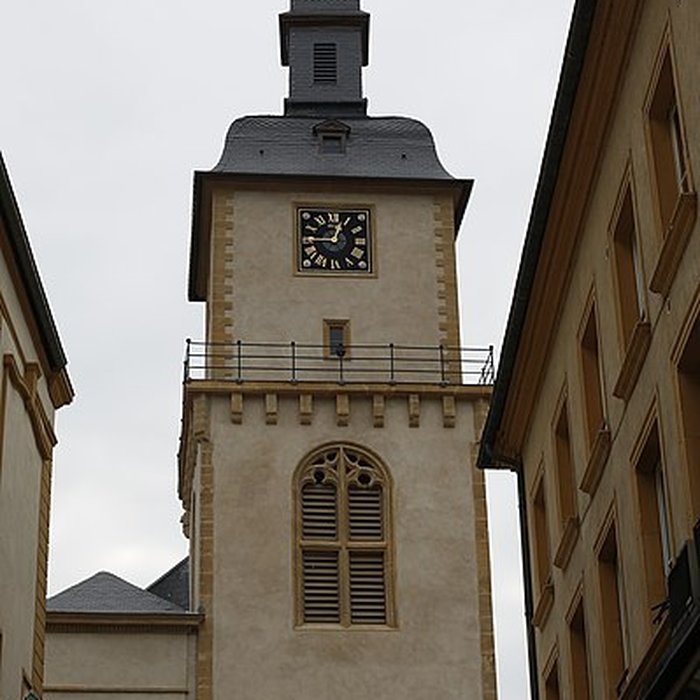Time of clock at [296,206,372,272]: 12:45
